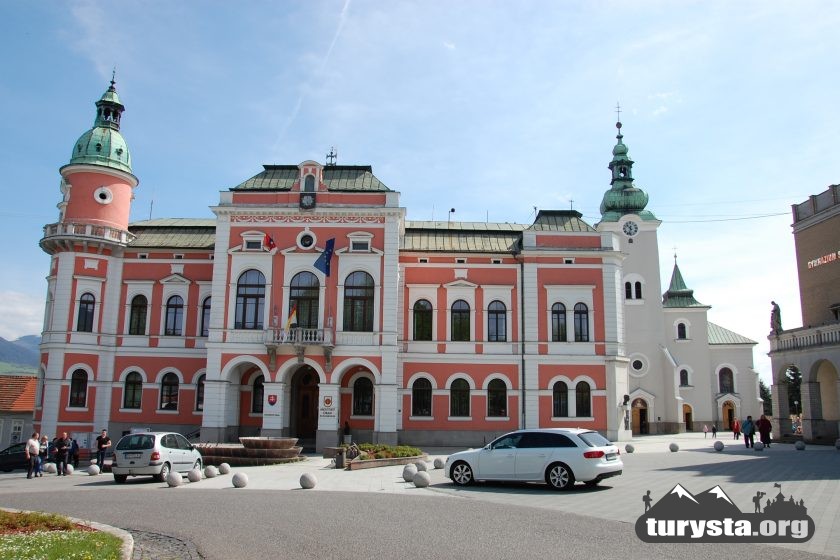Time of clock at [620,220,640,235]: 10:32
